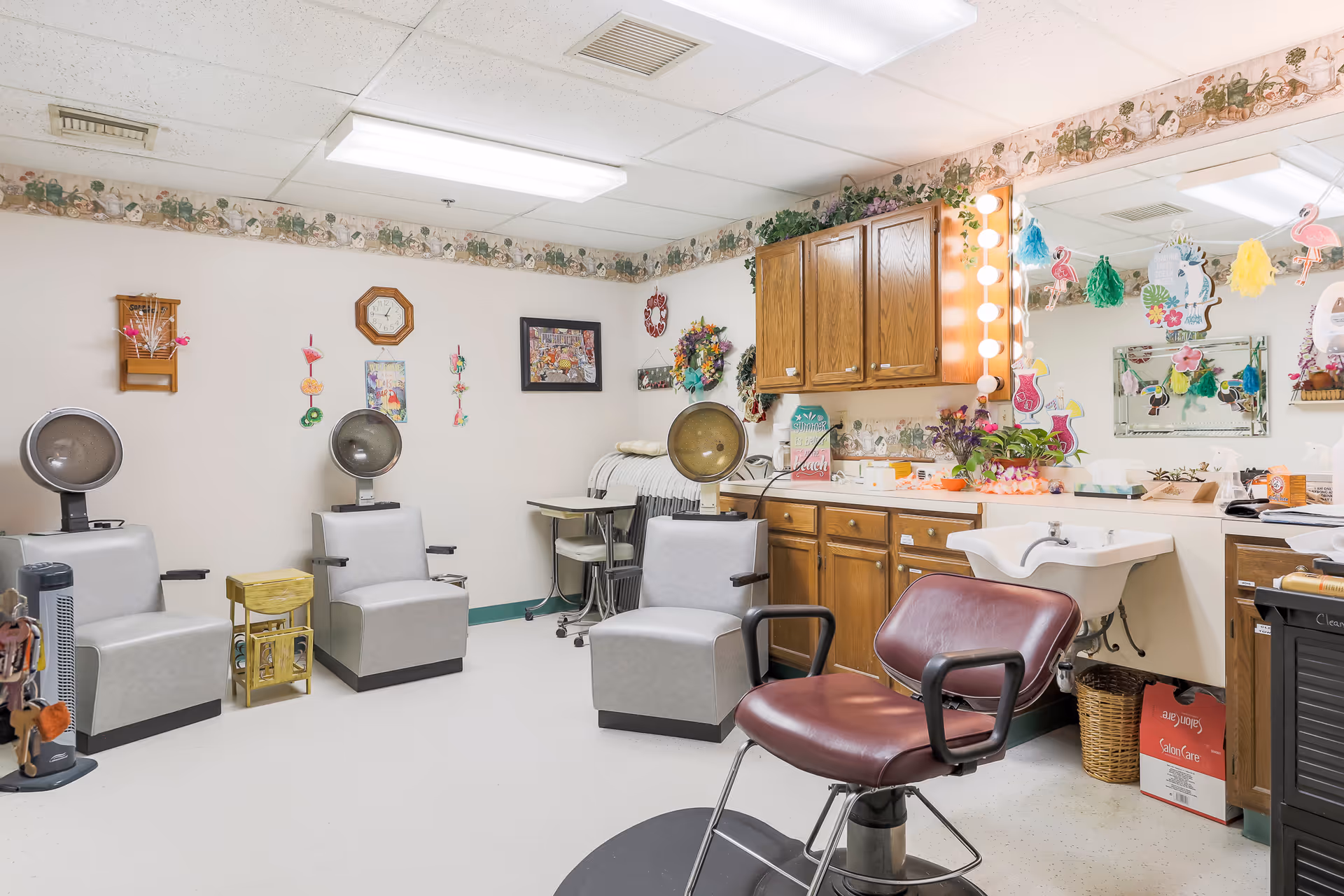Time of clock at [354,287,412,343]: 12:45
